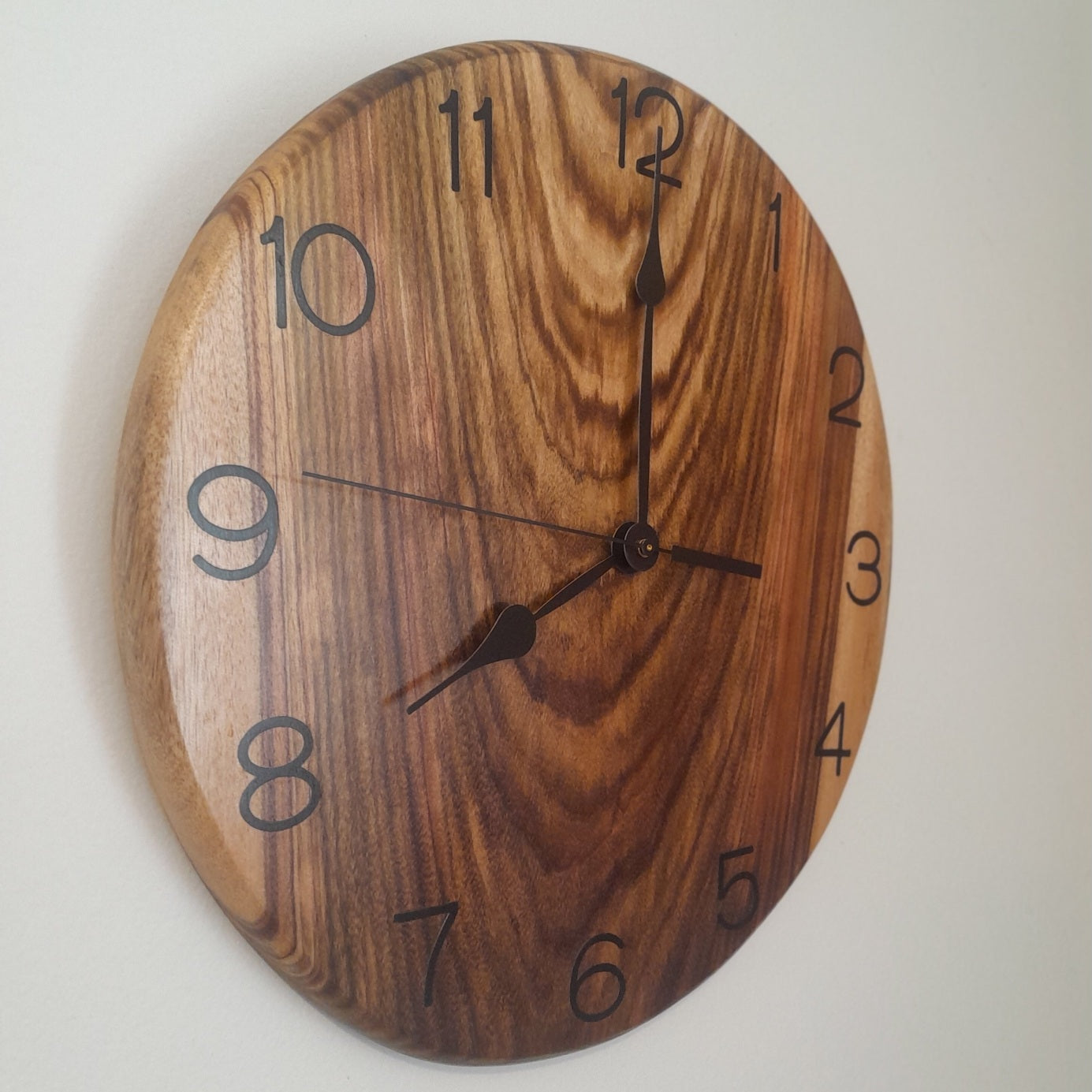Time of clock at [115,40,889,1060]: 8:00
